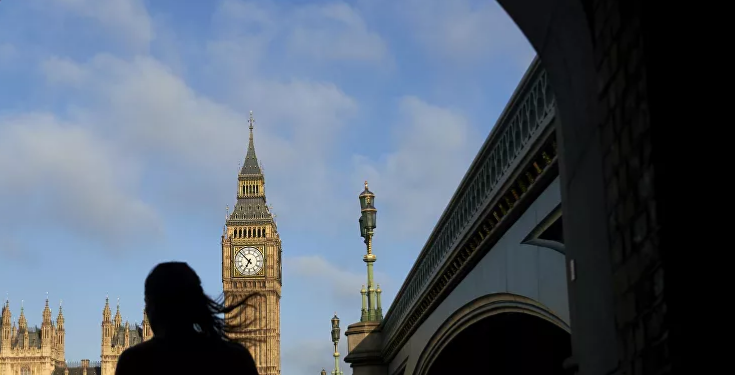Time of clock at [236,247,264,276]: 6:52
